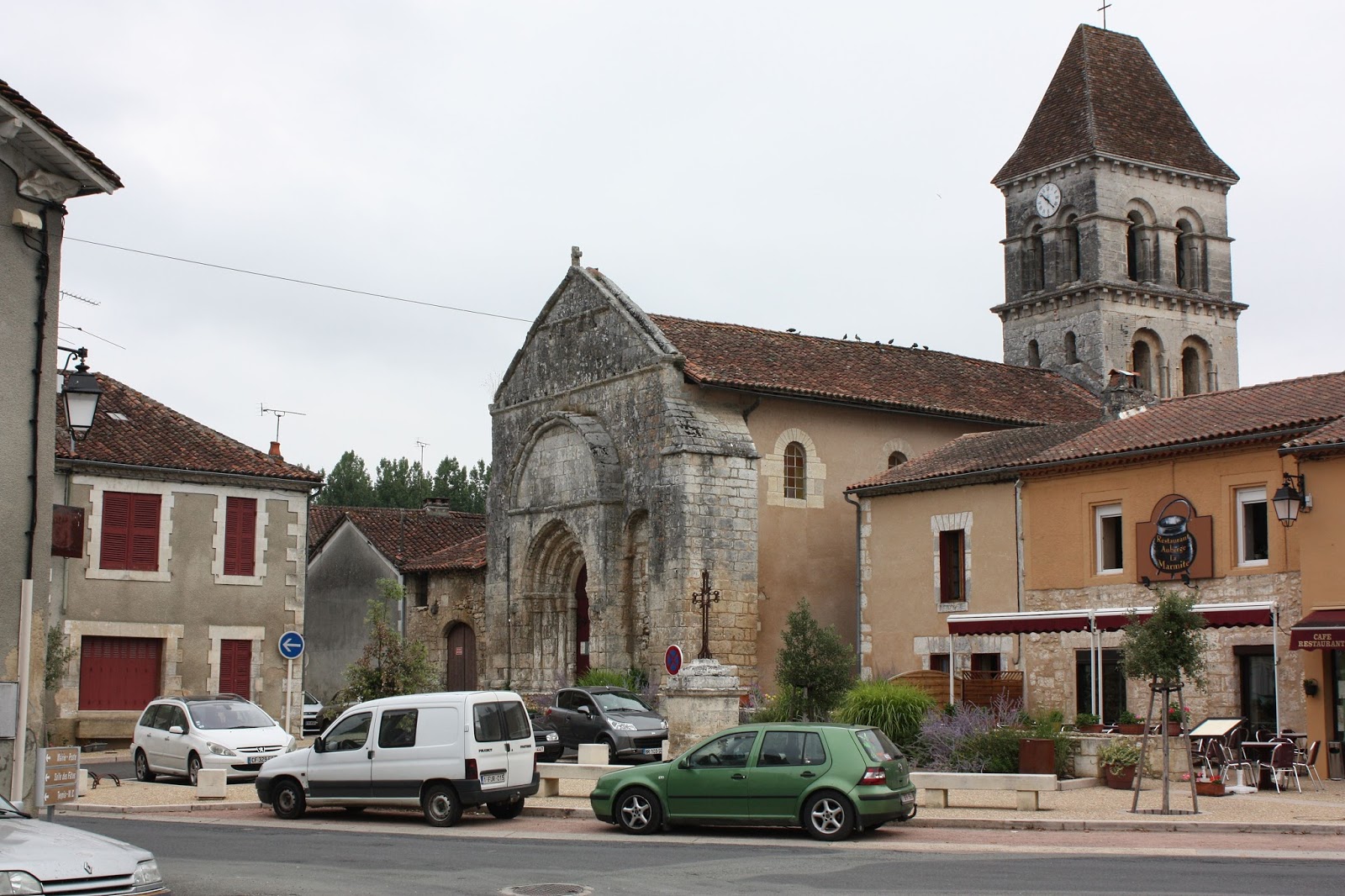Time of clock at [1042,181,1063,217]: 10:22
